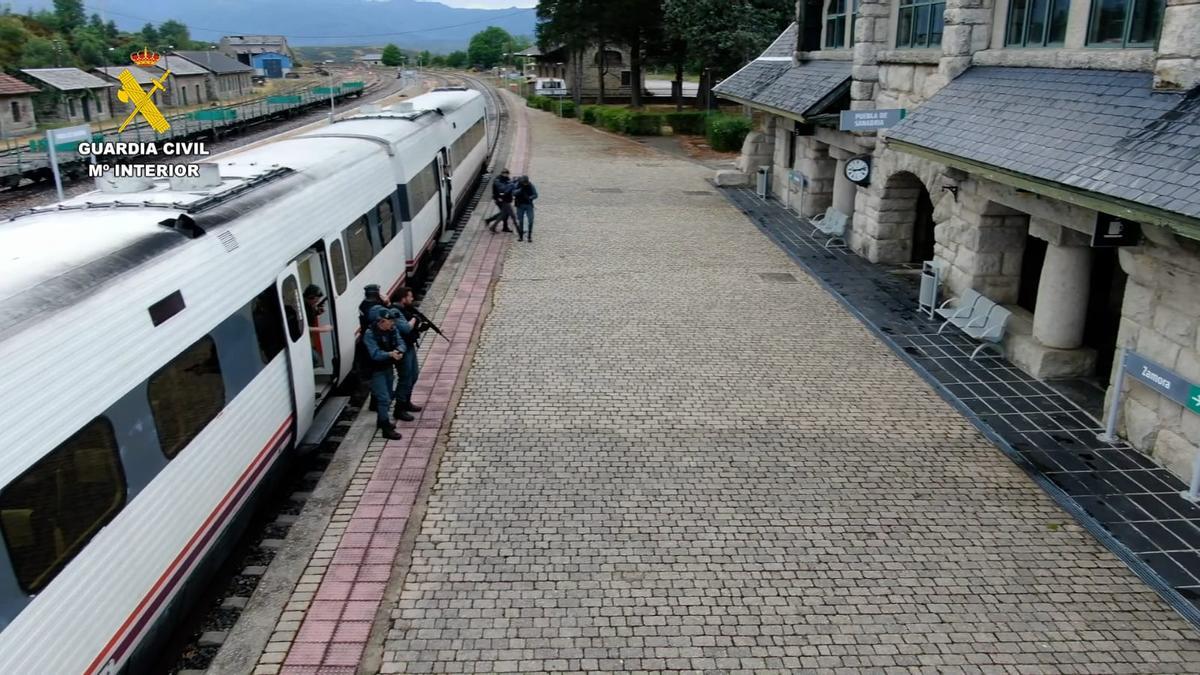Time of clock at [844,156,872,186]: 9:12
